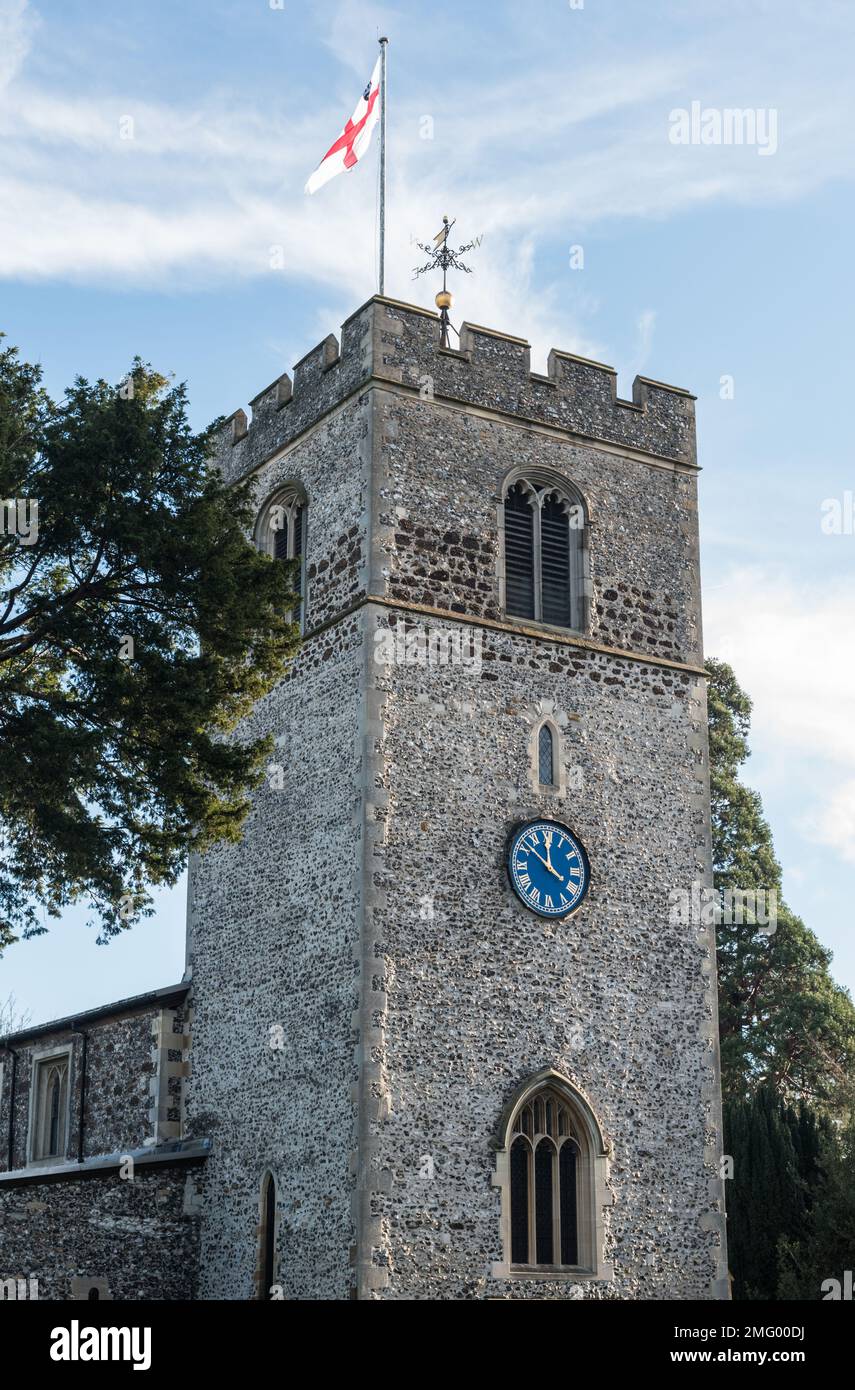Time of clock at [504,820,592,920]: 11:51
